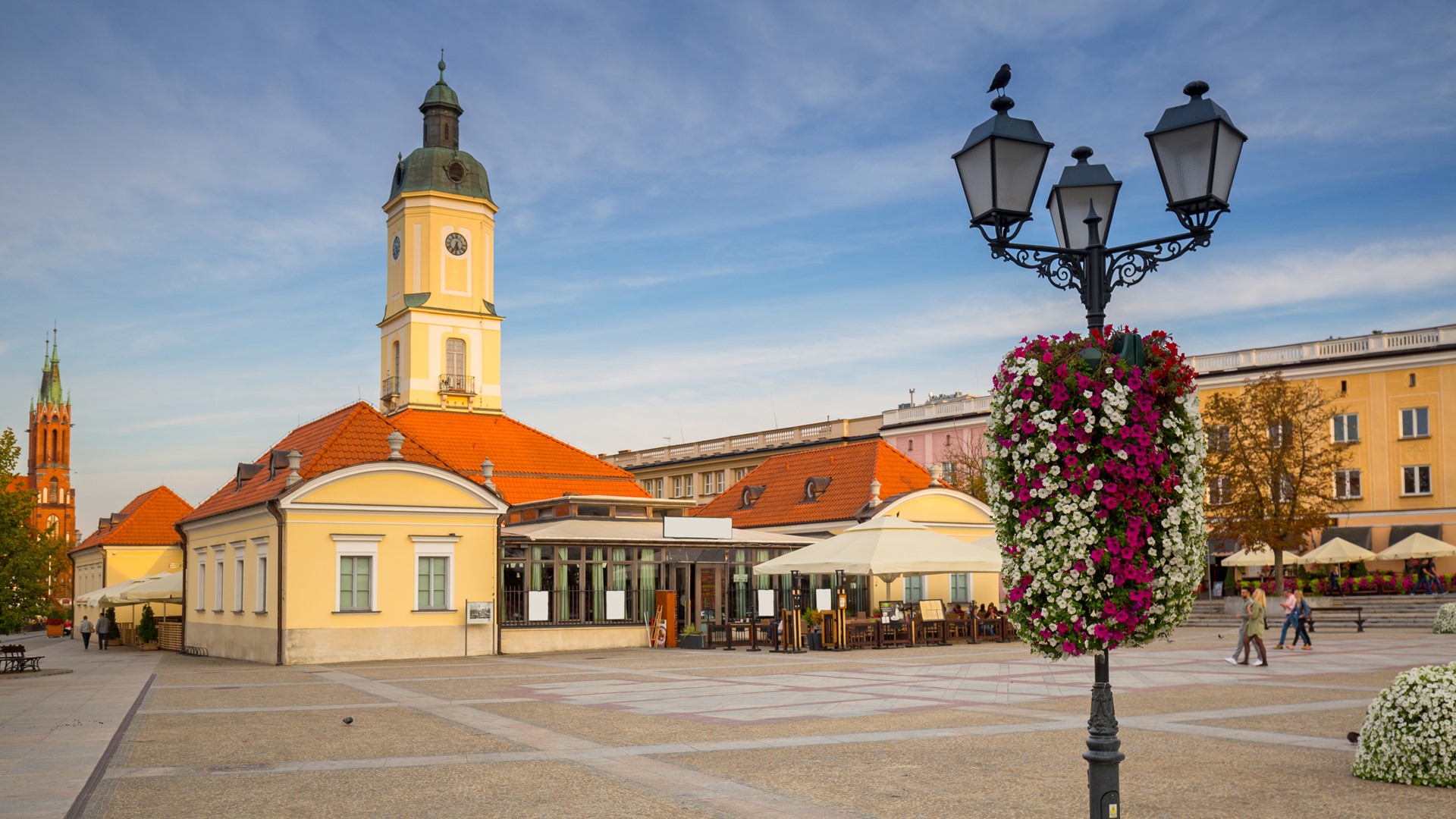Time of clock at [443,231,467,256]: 5:33
